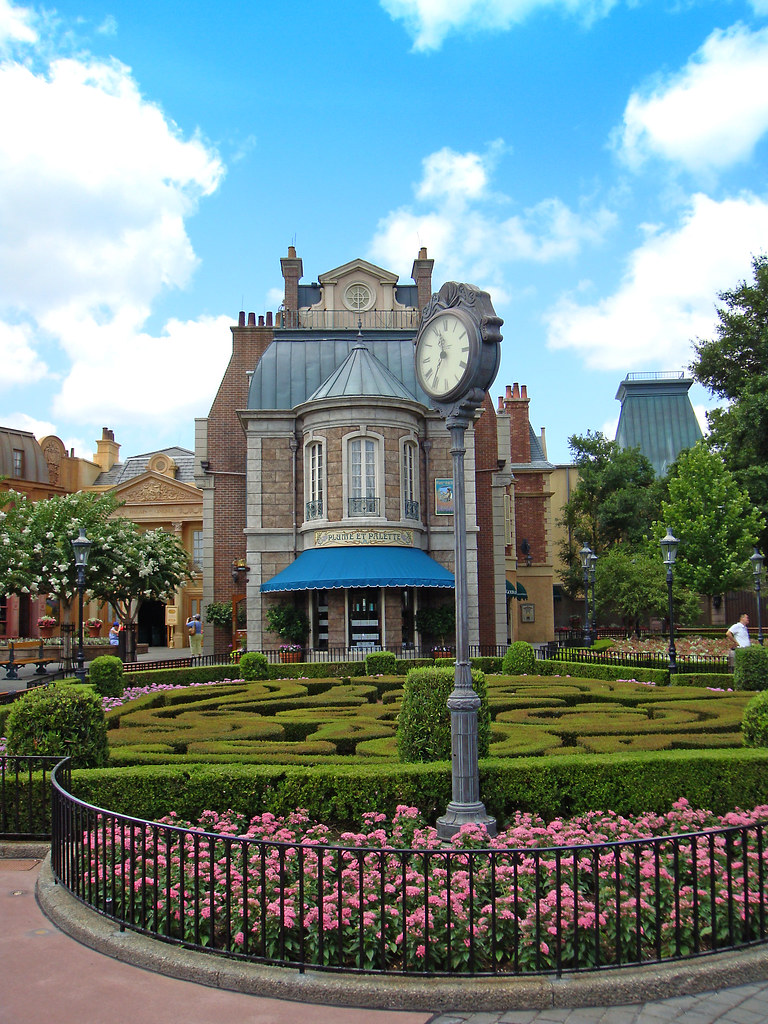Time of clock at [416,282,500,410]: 11:35
